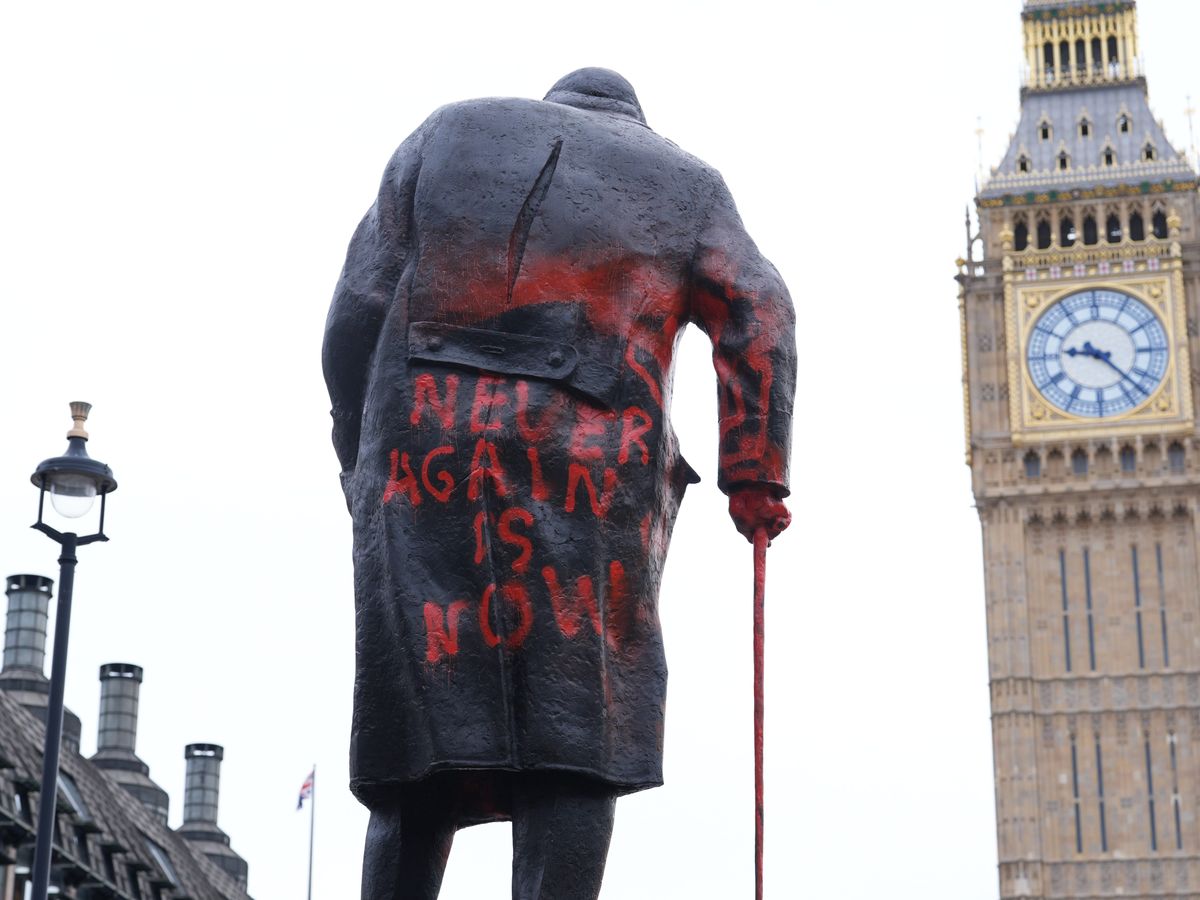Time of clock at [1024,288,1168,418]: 9:22
